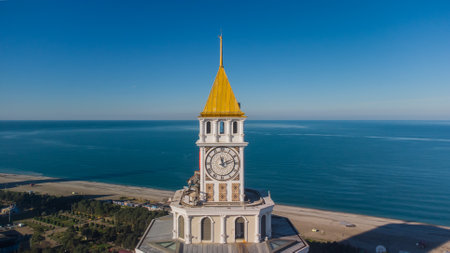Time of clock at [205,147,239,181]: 11:12
